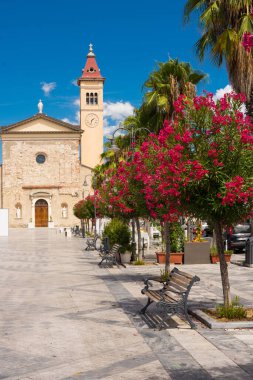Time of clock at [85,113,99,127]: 1:32
